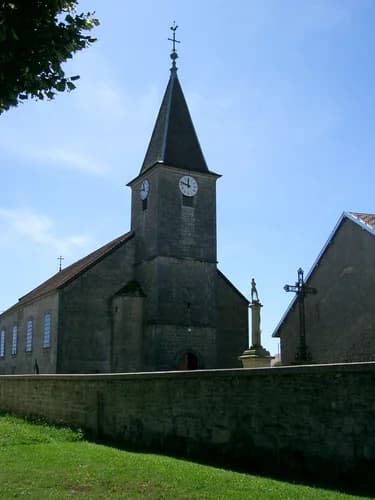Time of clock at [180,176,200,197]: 11:47
